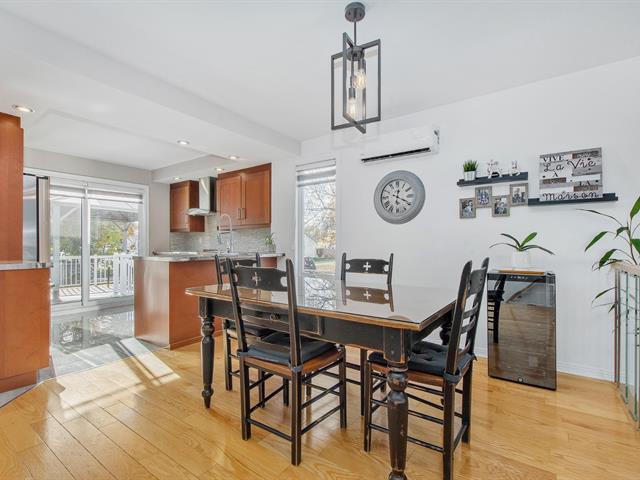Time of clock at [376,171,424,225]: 12:19
